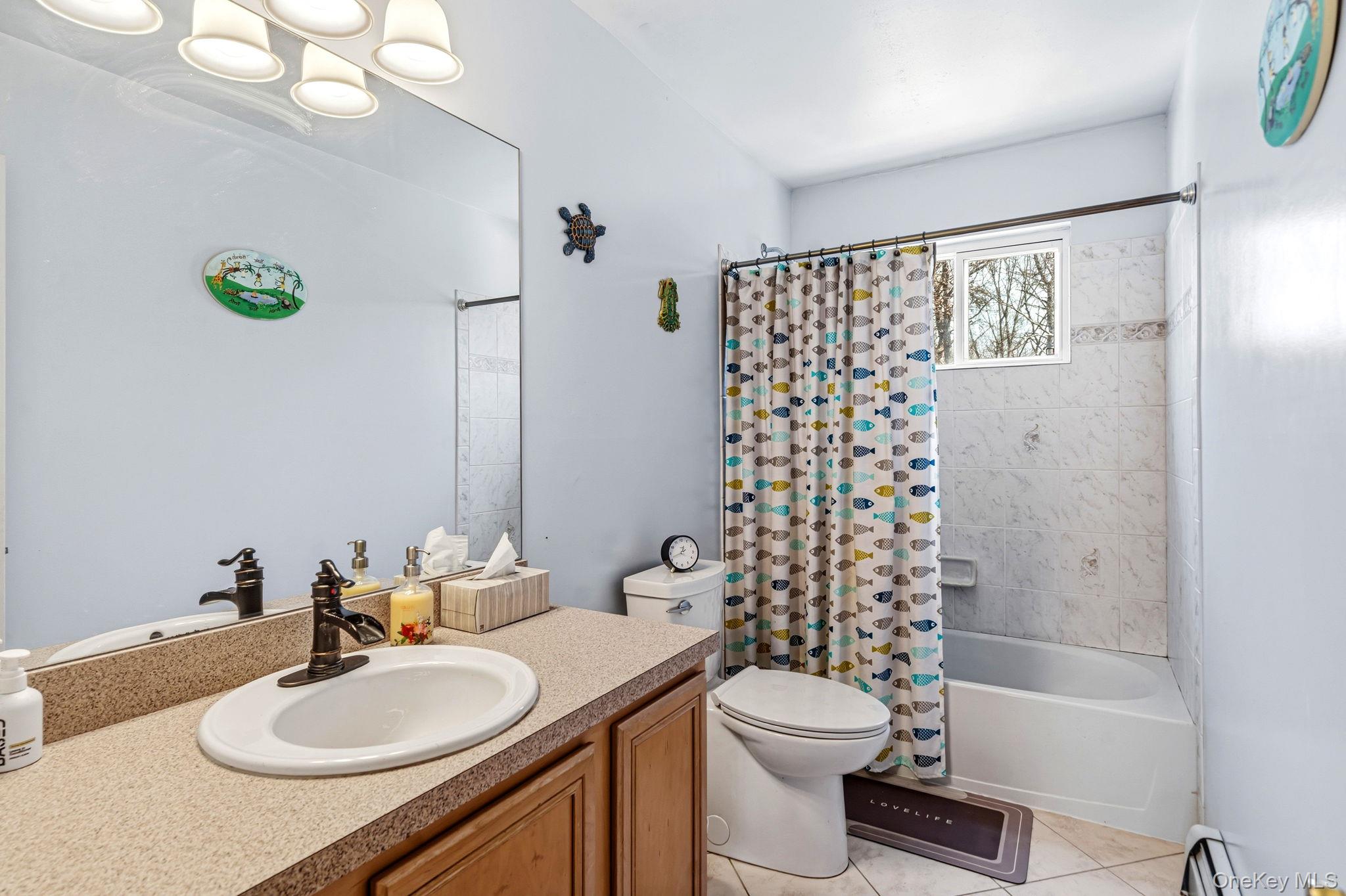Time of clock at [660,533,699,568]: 12:41
